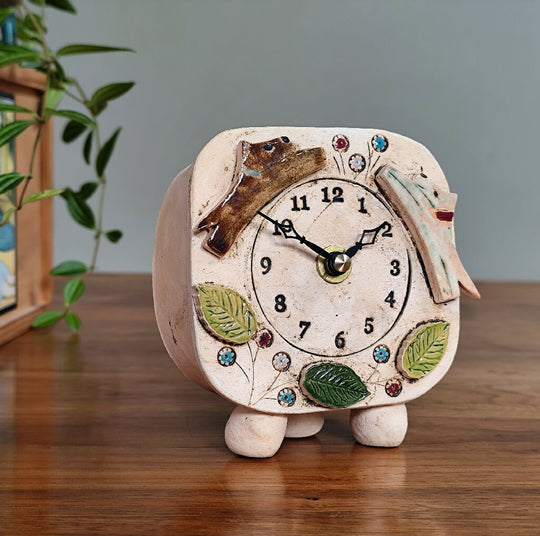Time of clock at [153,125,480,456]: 1:50
